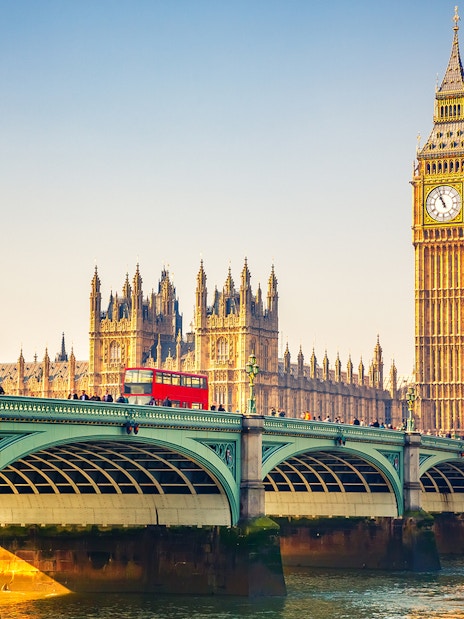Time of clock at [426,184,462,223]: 10:56
